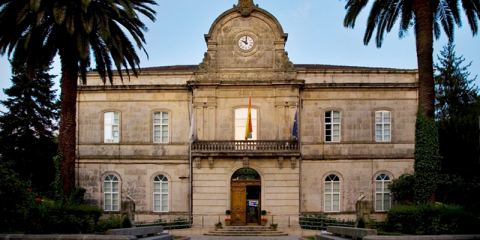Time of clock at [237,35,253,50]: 10:00
